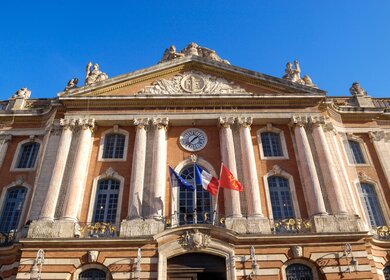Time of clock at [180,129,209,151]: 1:36
